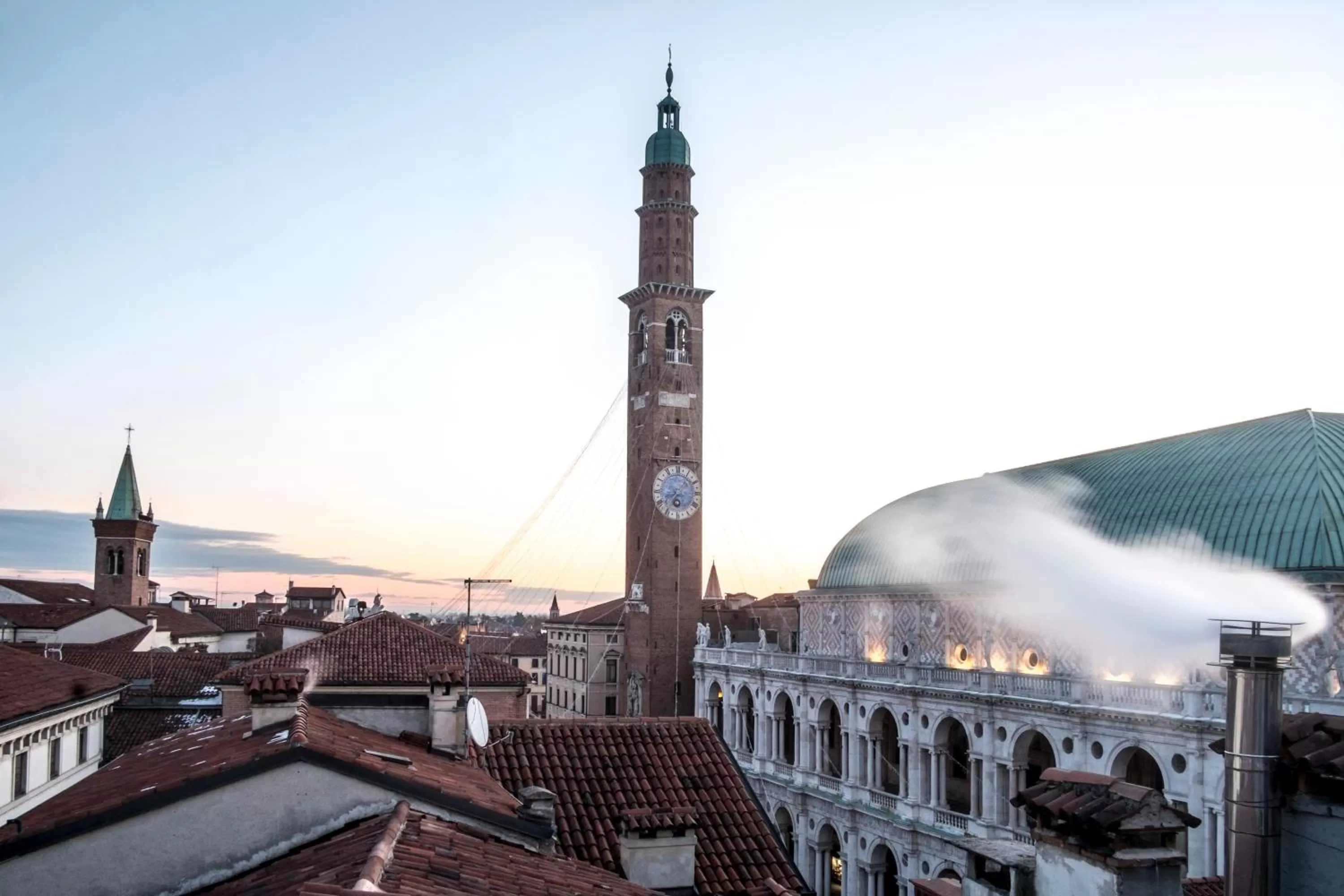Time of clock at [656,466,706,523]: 7:07
